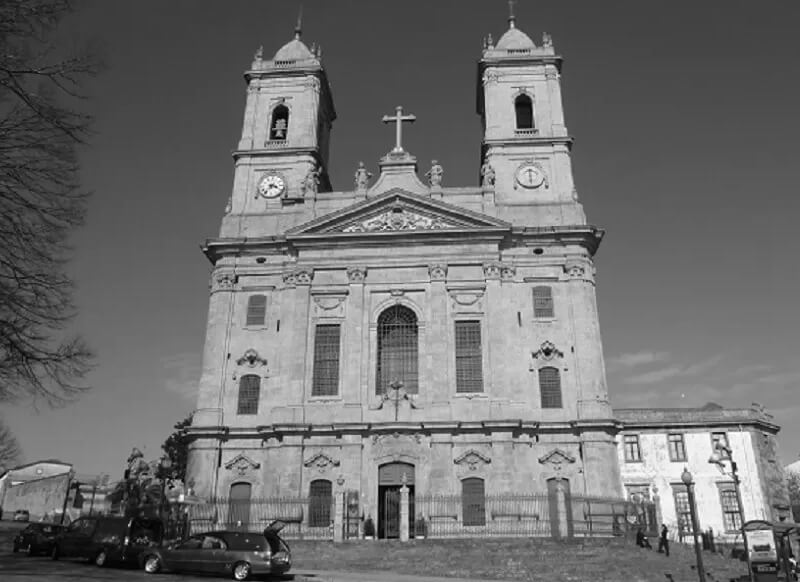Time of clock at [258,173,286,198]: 3:36
